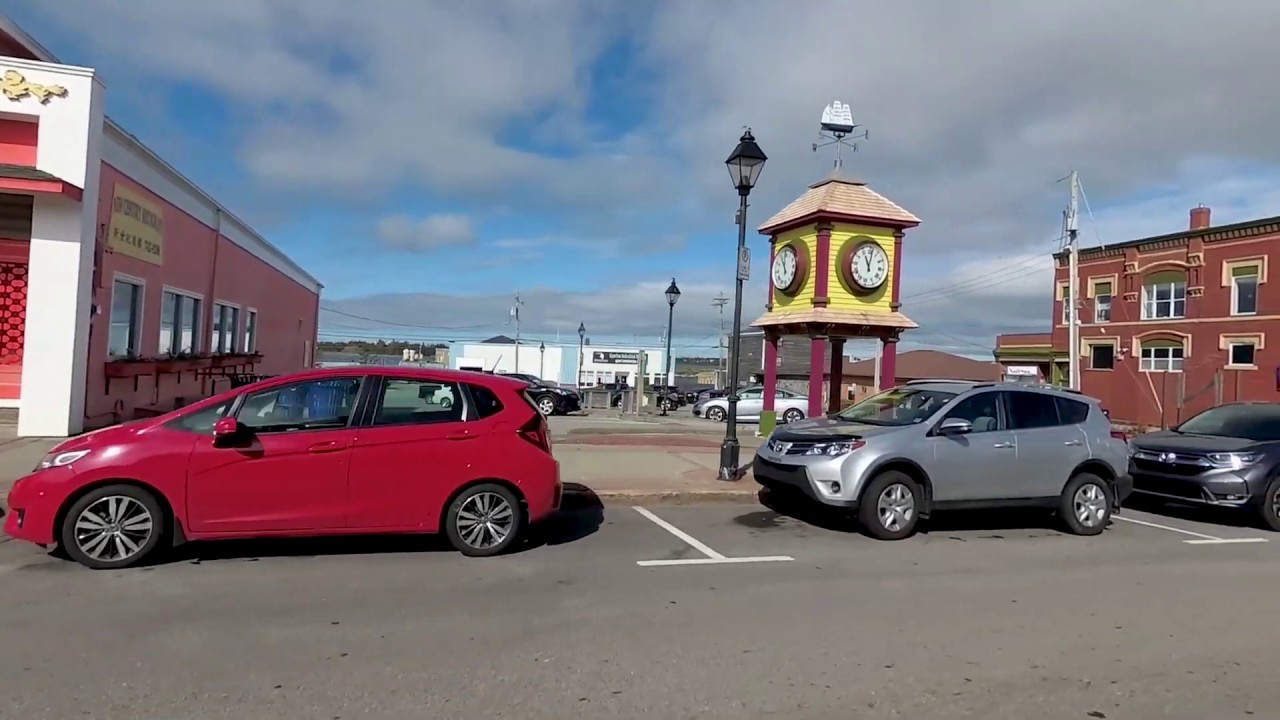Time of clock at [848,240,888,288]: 11:01
